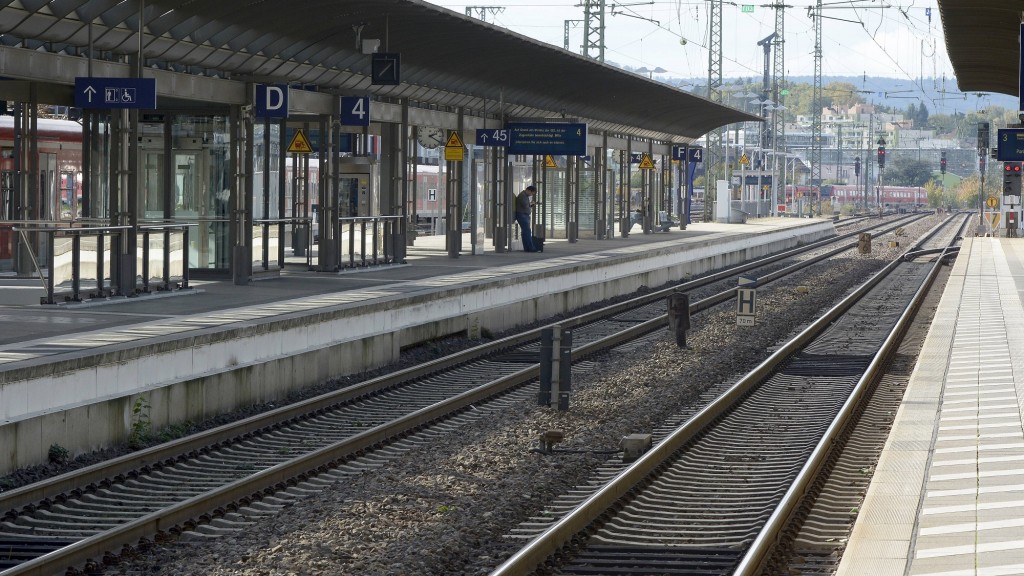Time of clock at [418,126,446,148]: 2:20
